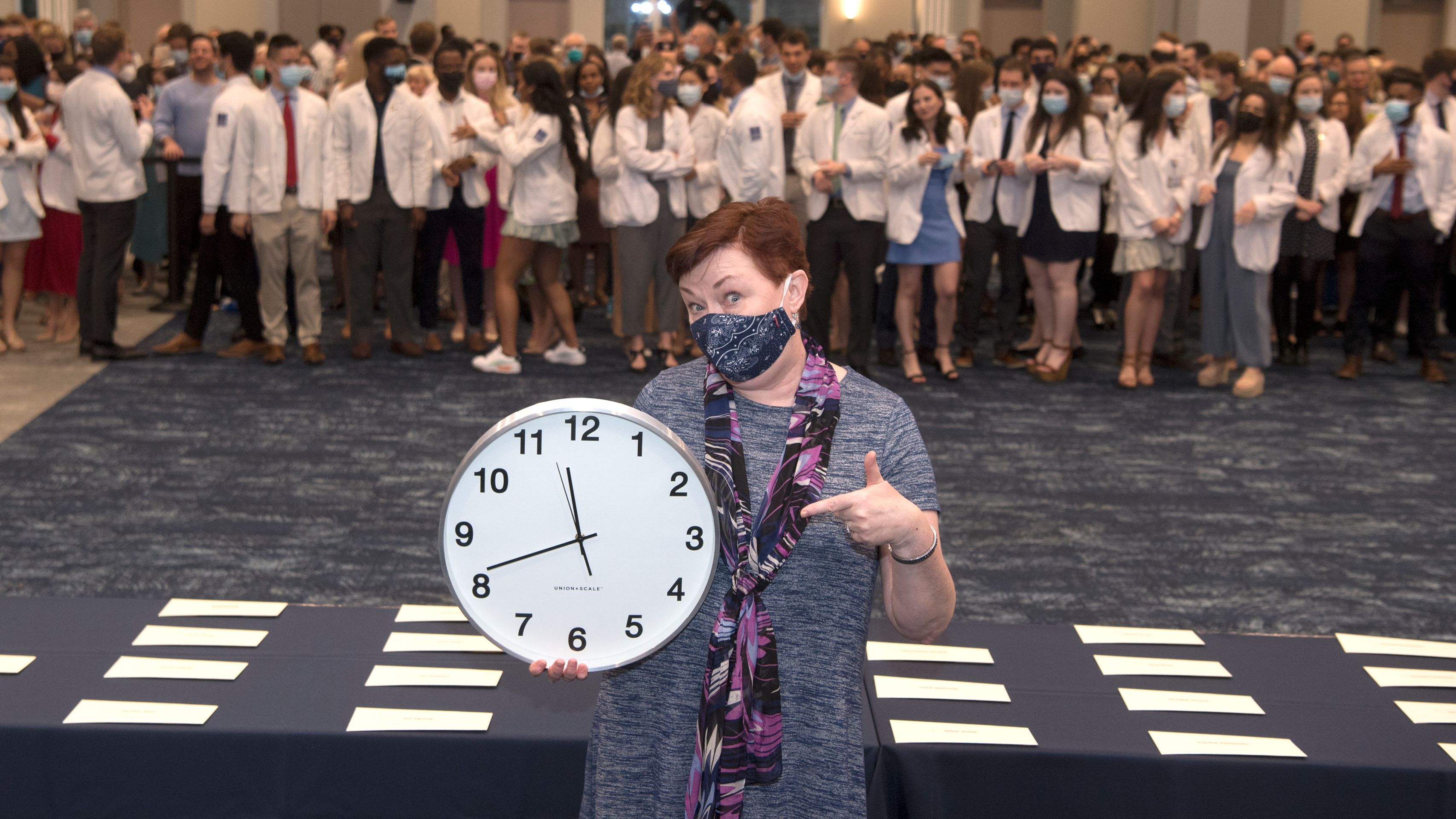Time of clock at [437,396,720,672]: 11:41
